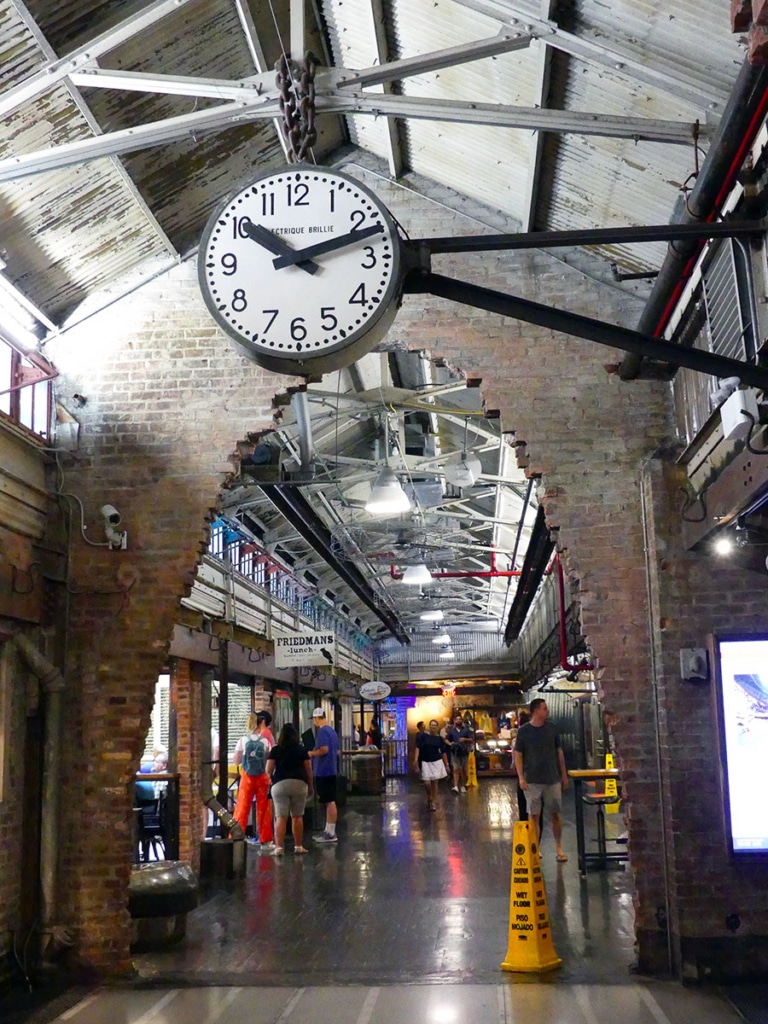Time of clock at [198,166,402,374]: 10:12
